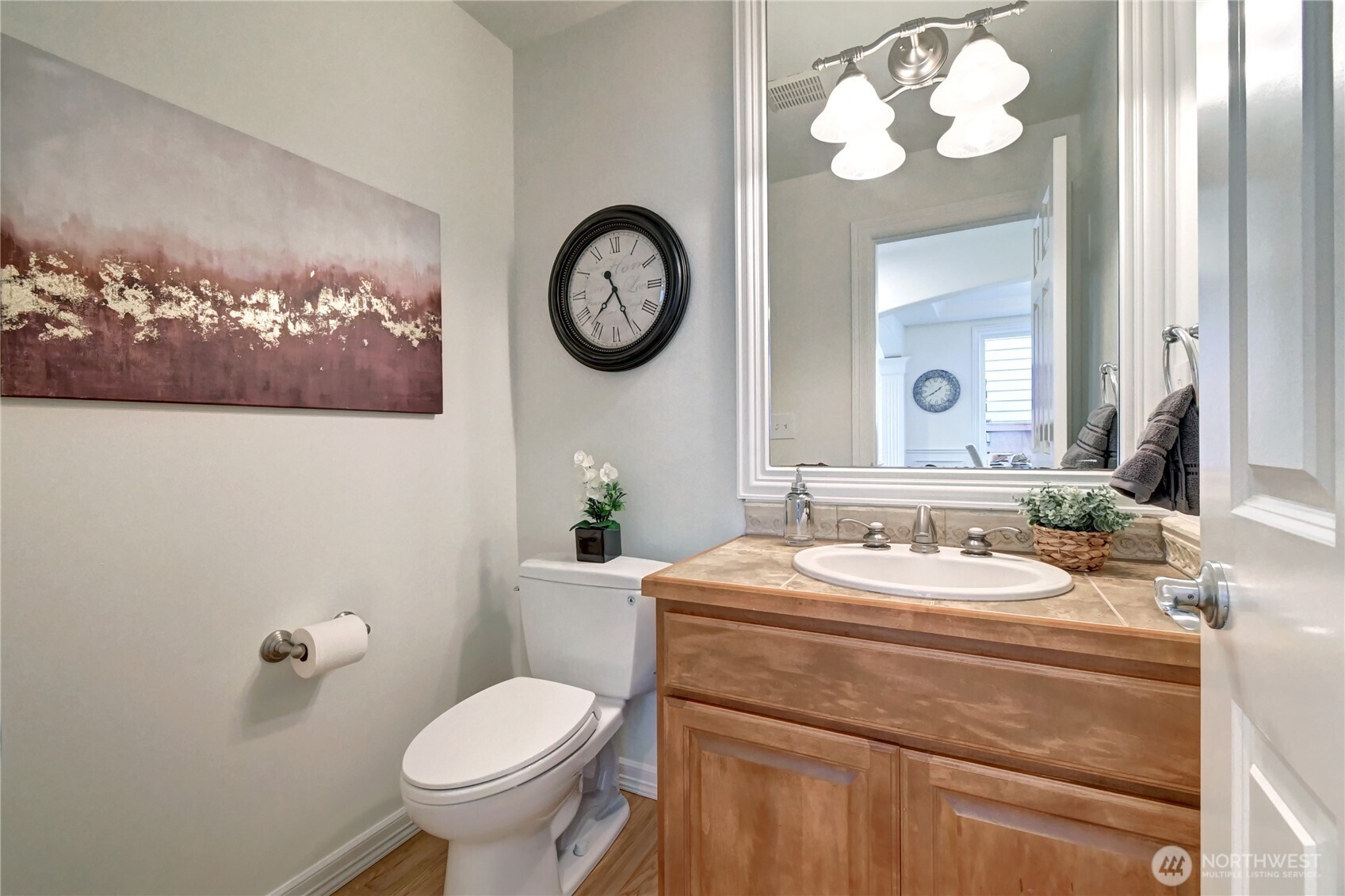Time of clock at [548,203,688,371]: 7:25
